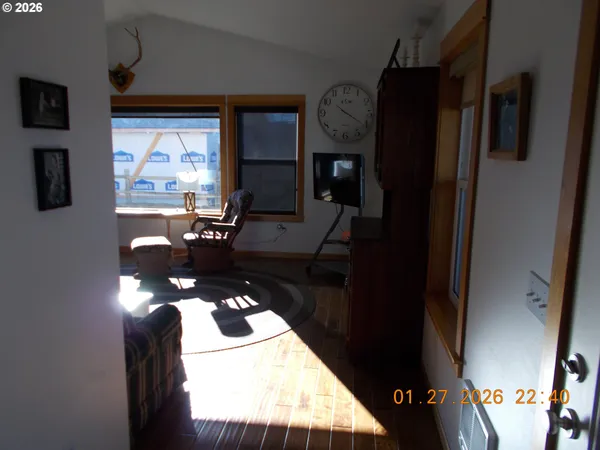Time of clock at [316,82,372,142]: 10:20
